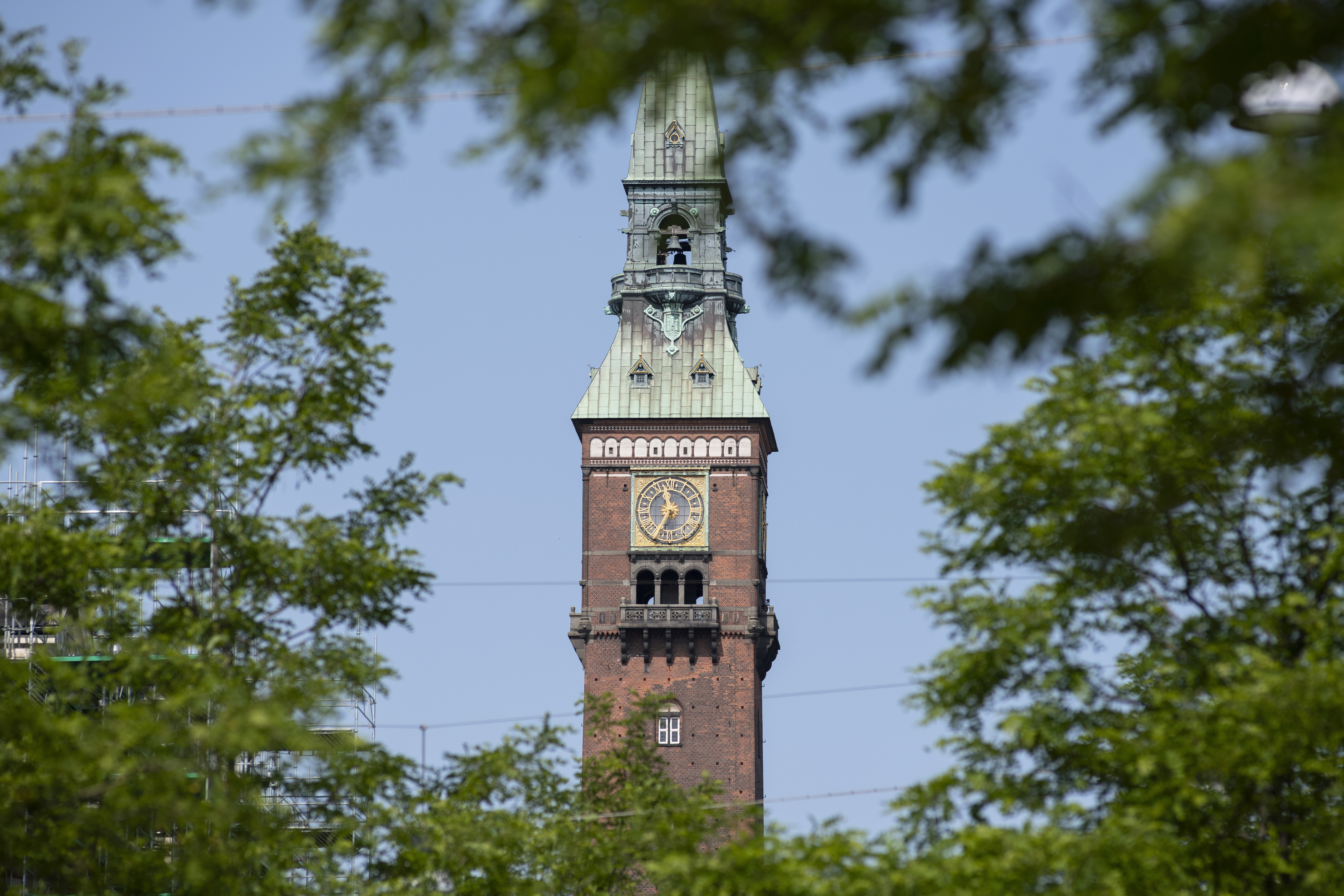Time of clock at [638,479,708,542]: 11:35
